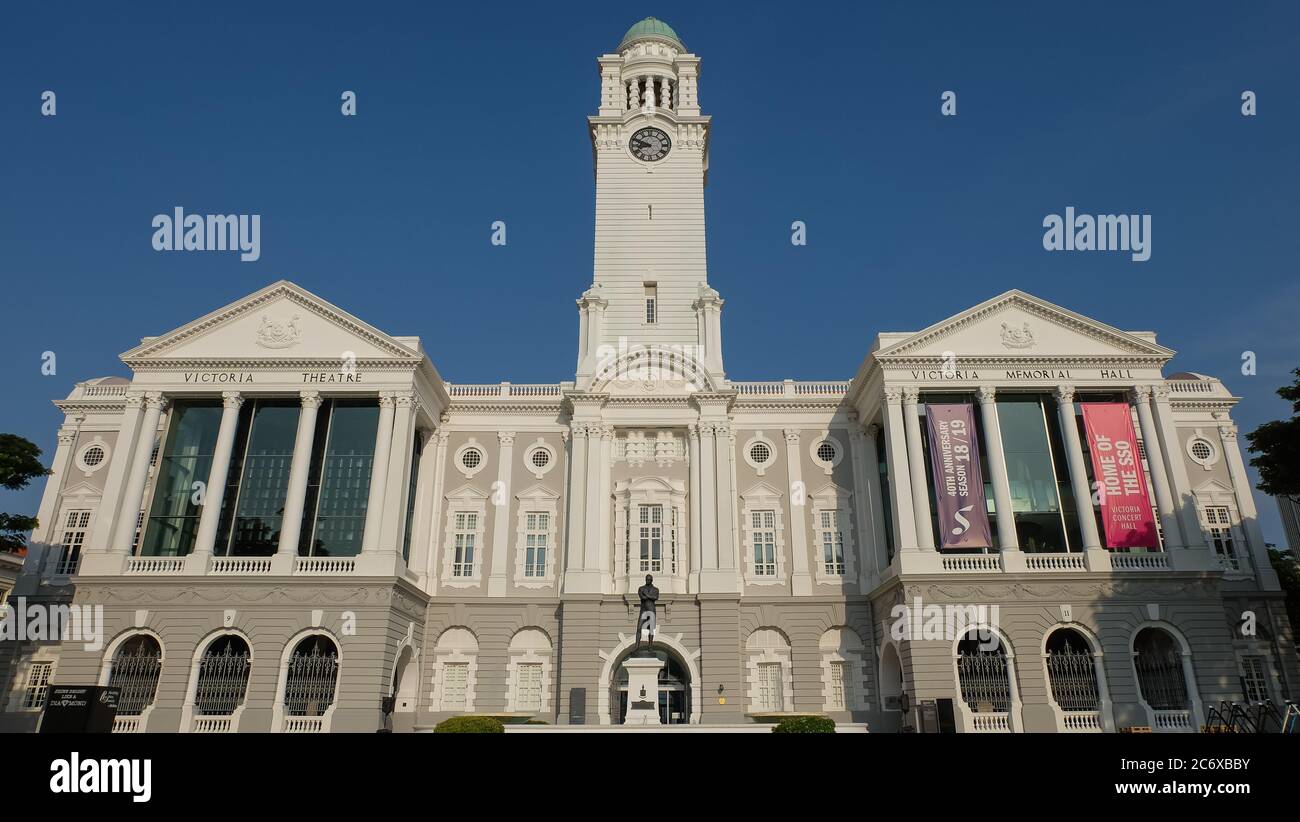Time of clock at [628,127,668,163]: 8:48
